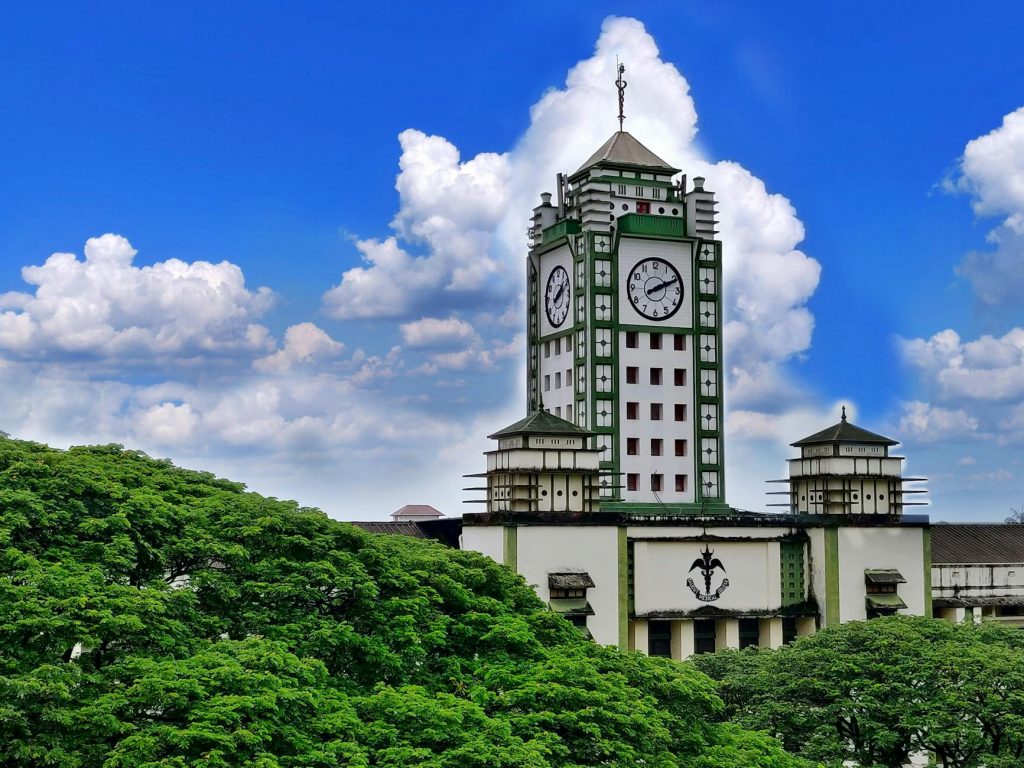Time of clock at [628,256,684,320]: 2:11
